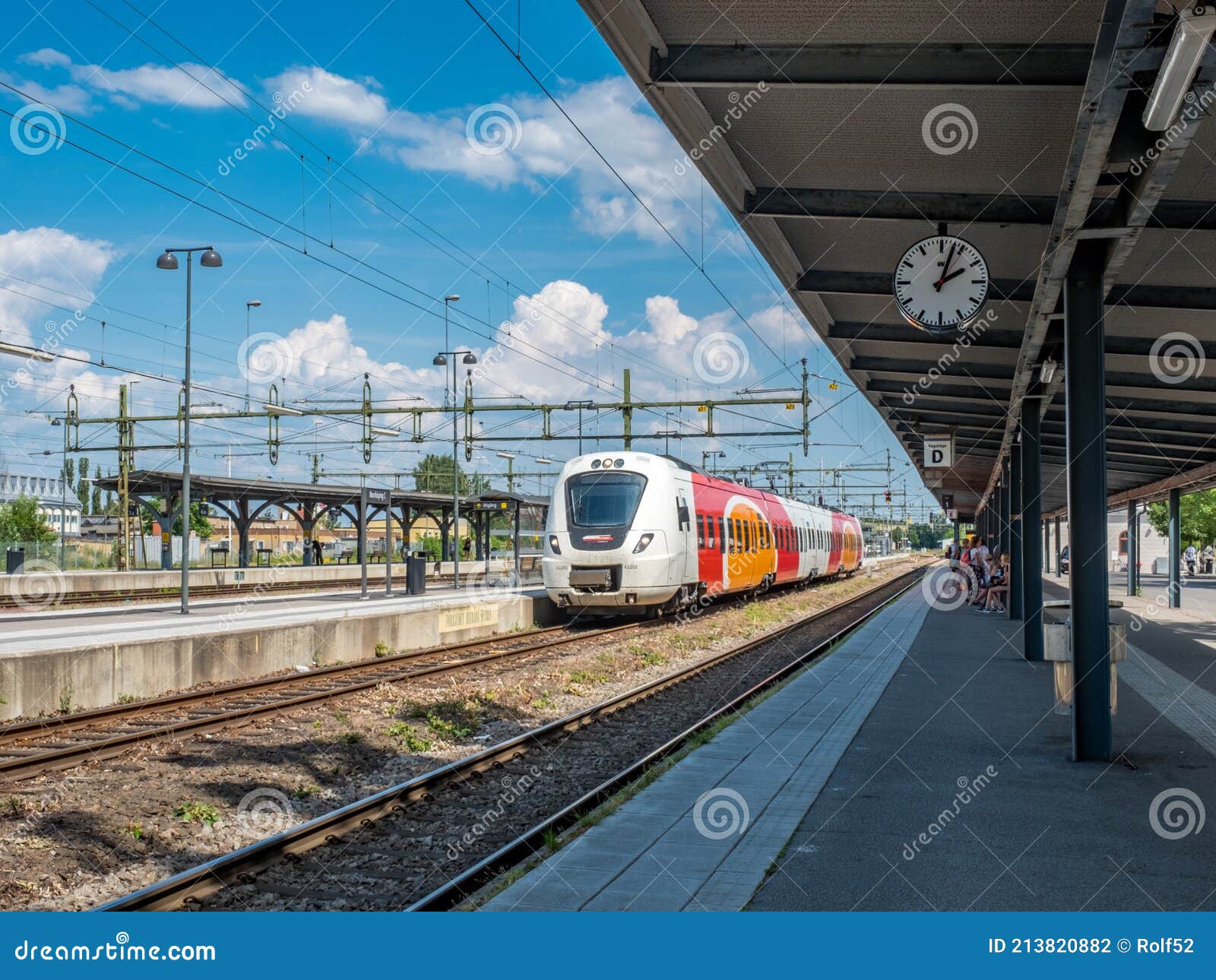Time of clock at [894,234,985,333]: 2:03
